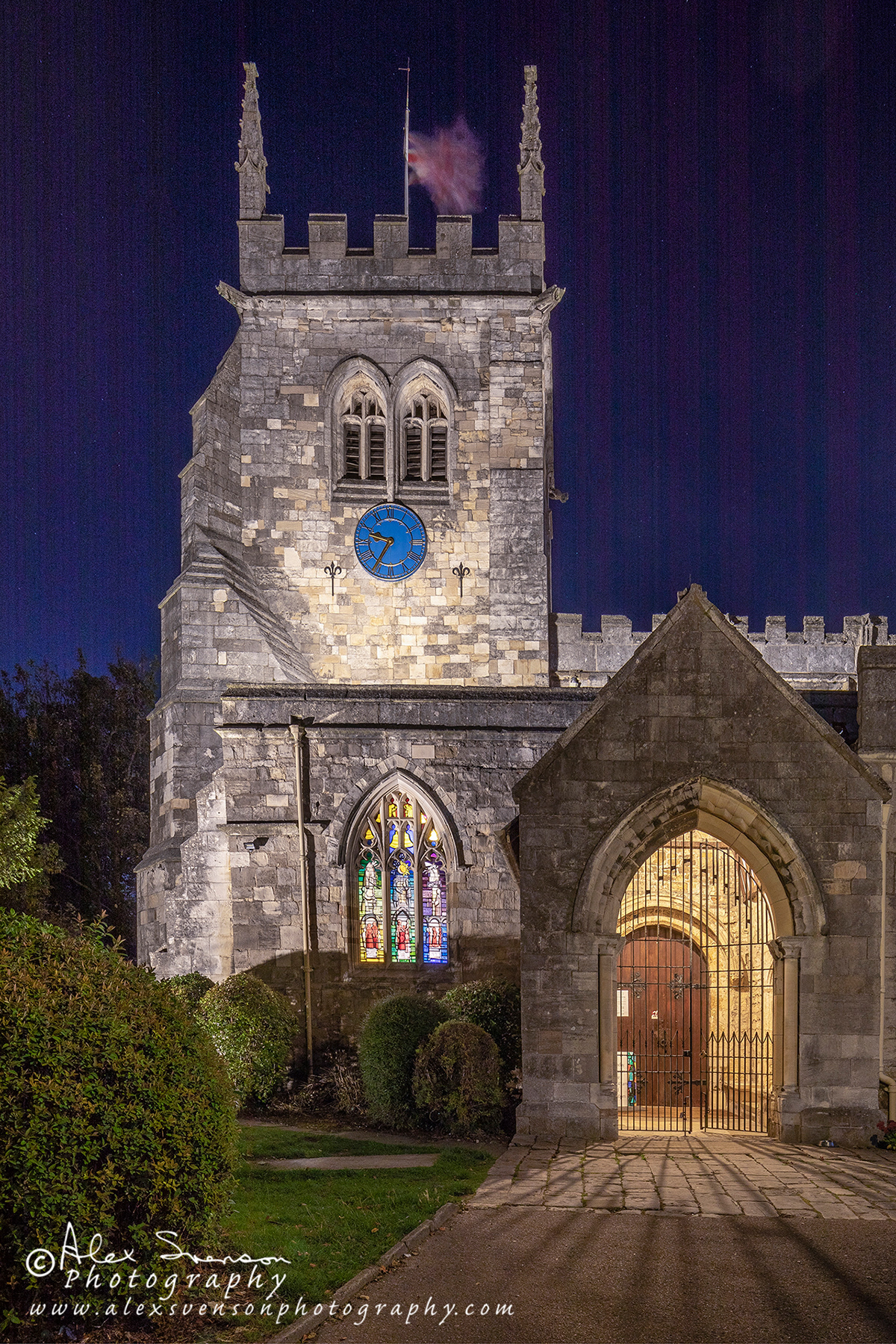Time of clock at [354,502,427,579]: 9:35
